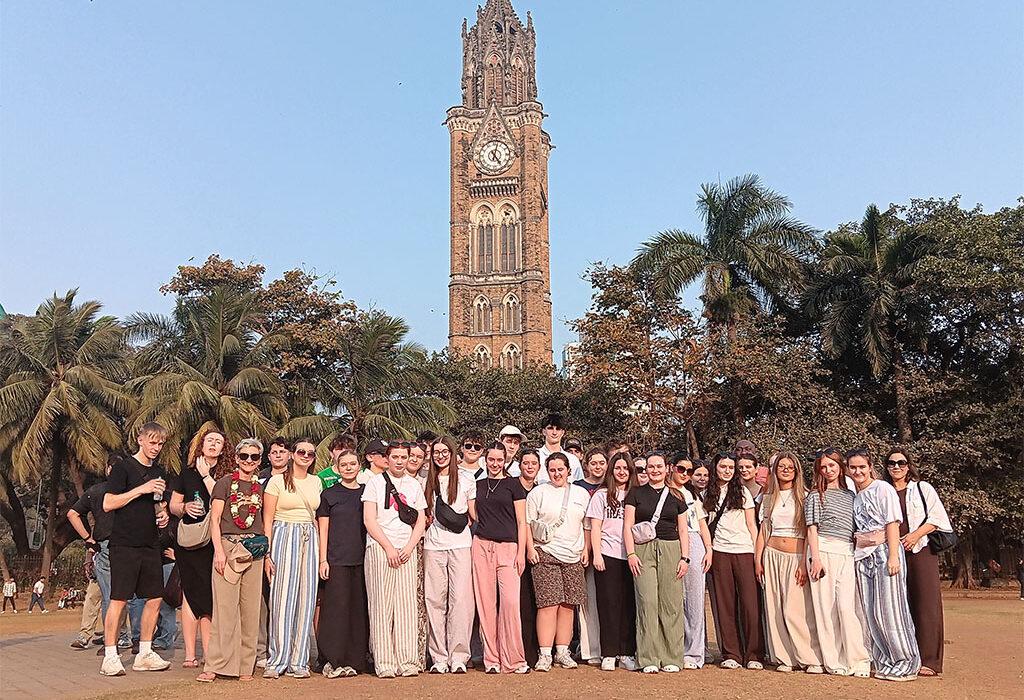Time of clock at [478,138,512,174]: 5:02
